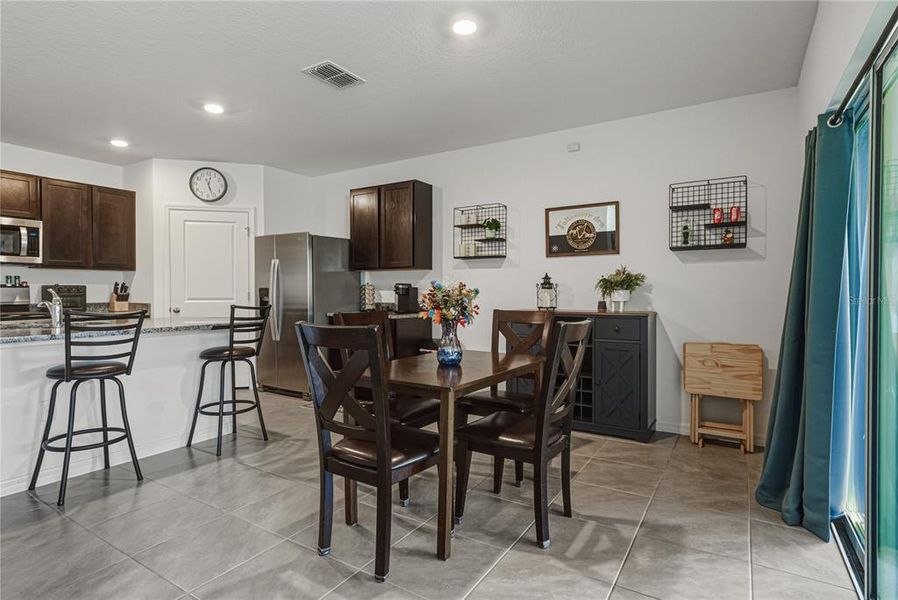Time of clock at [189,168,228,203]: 12:26
